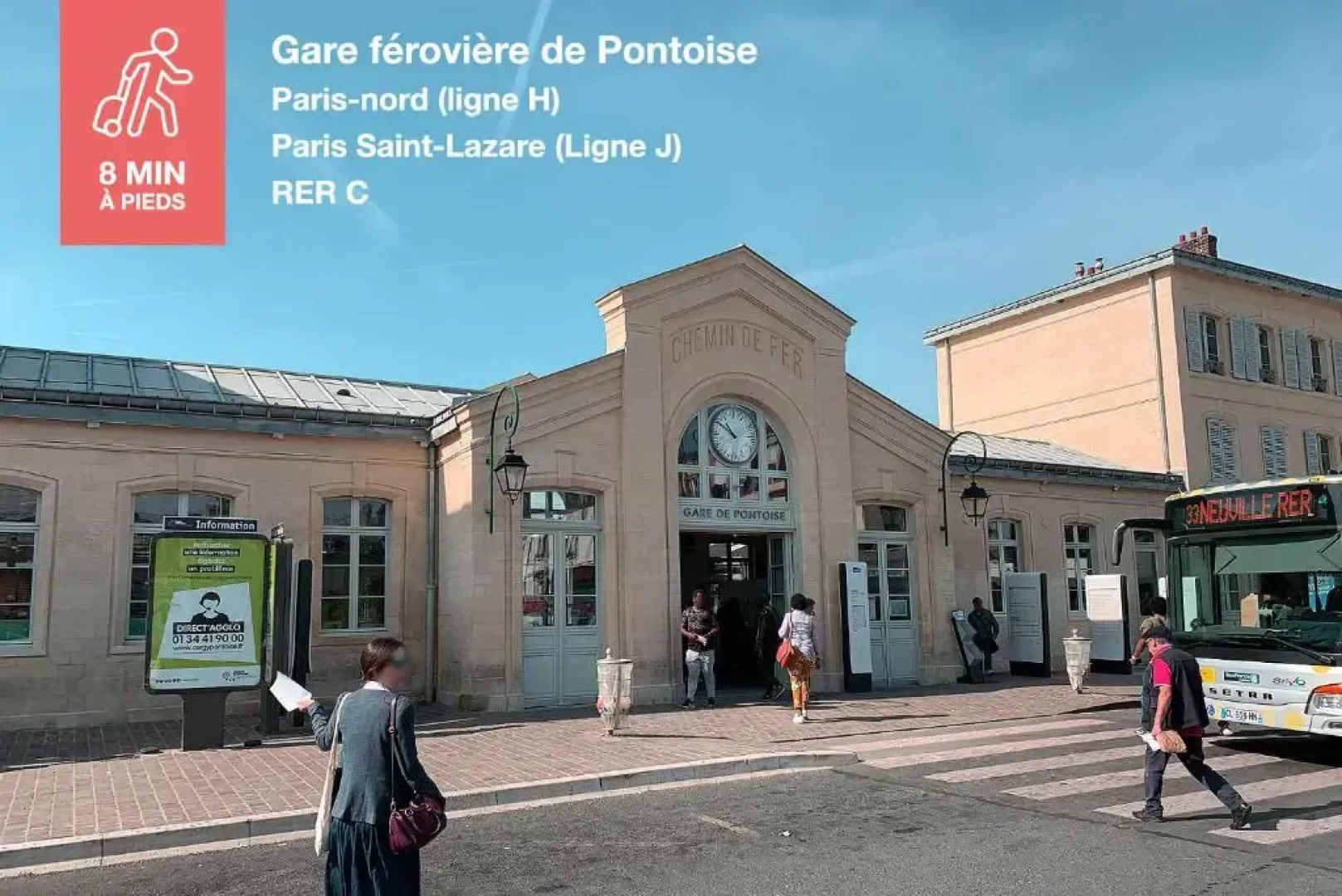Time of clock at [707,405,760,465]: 10:50
